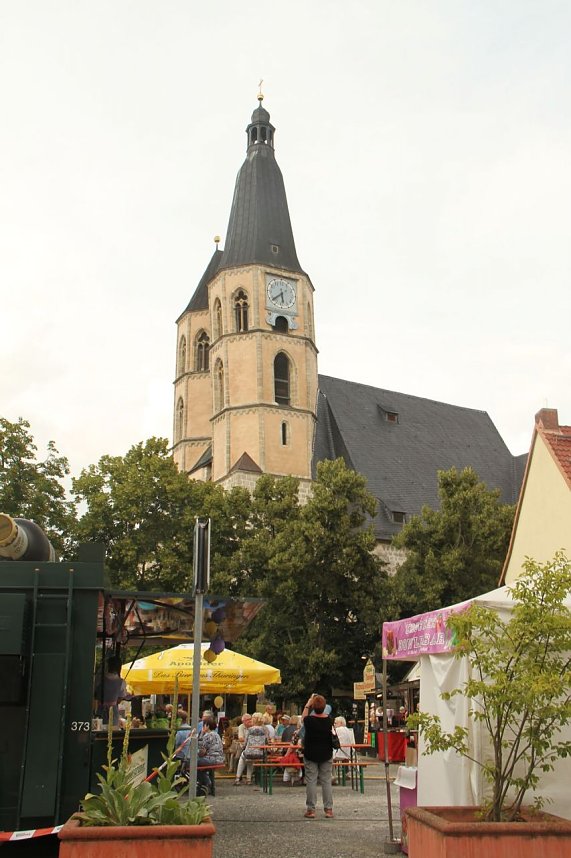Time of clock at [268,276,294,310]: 5:38
